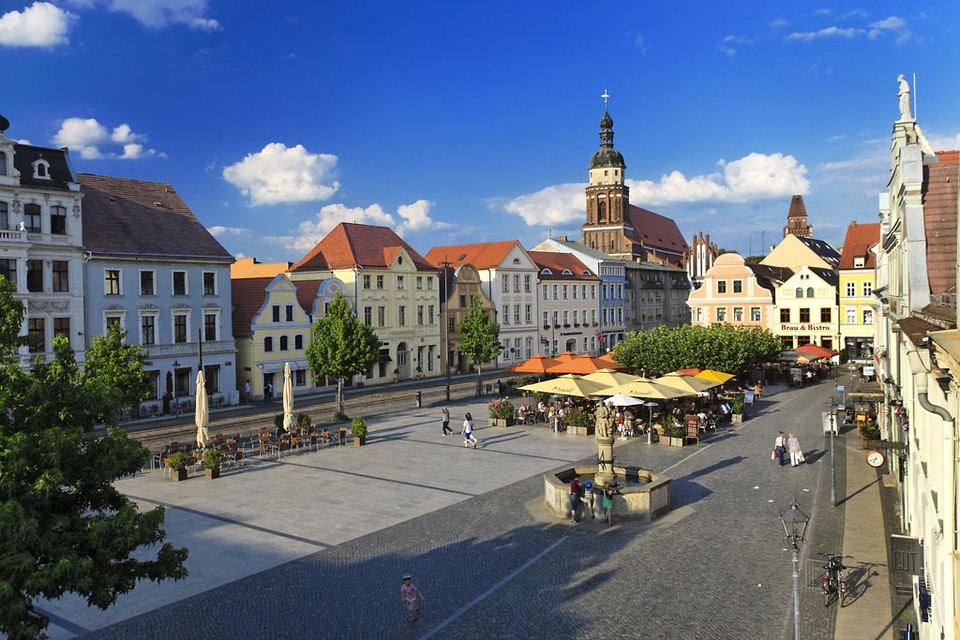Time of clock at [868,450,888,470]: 6:41
